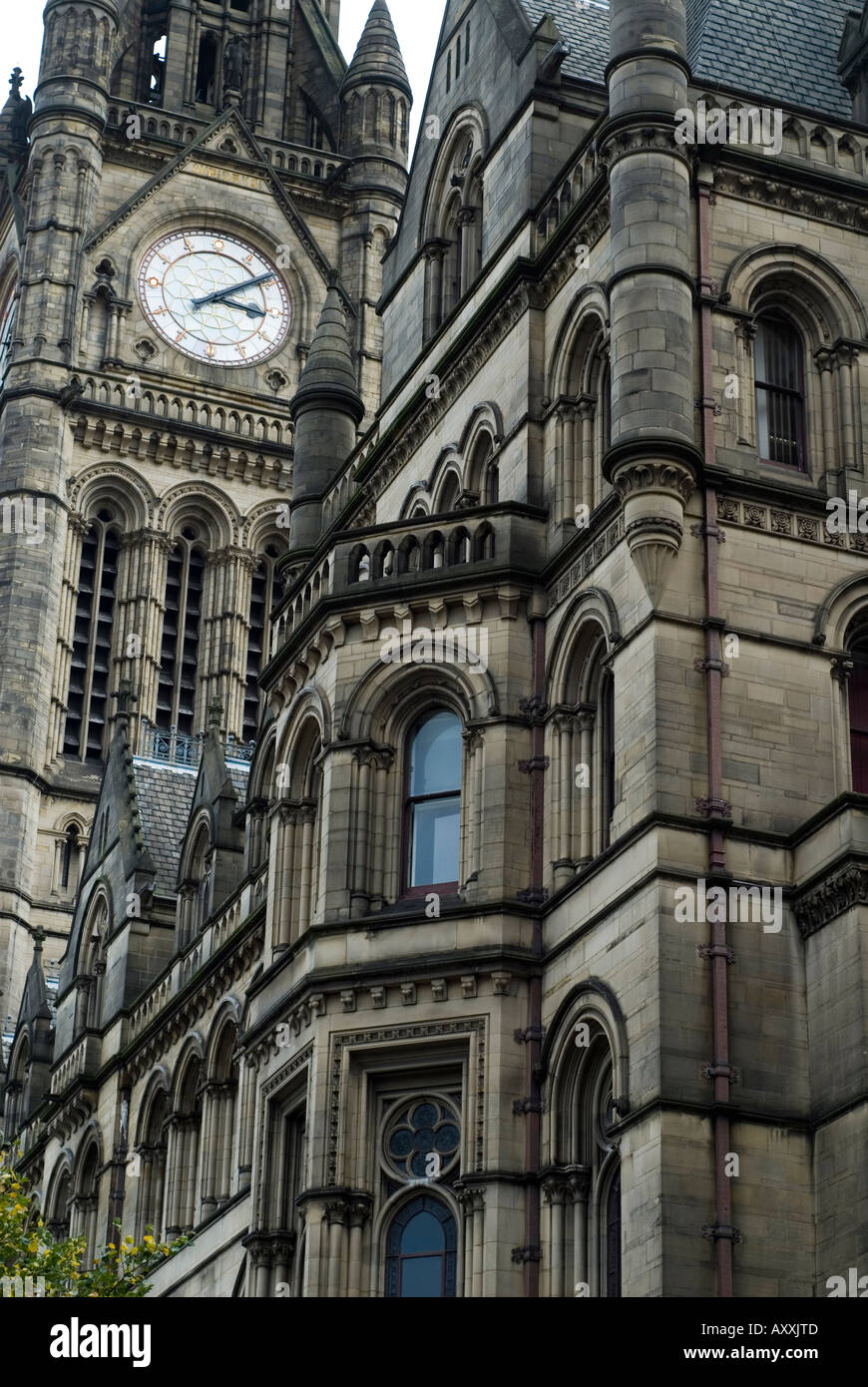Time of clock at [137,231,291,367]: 3:09
